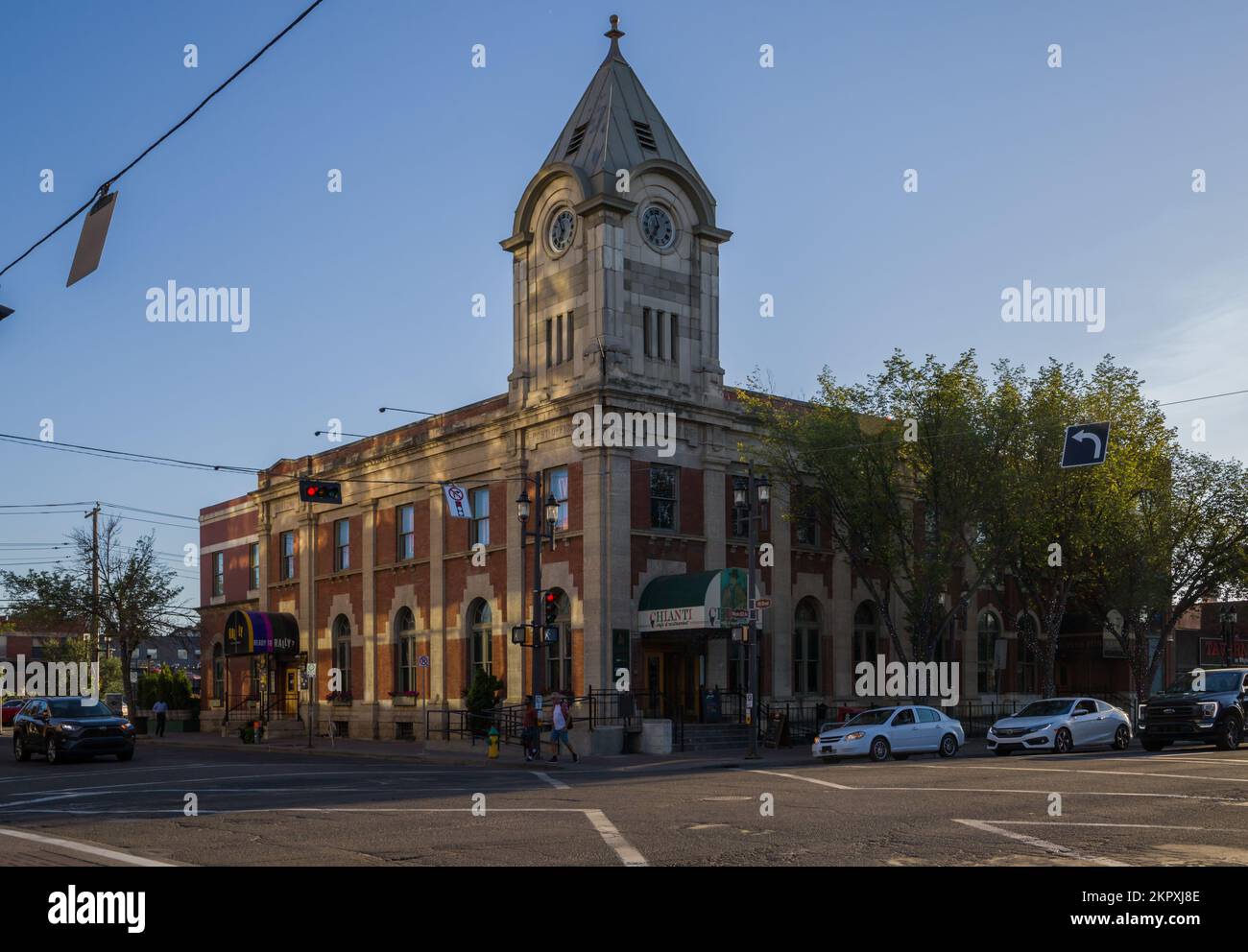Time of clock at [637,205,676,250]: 6:57
